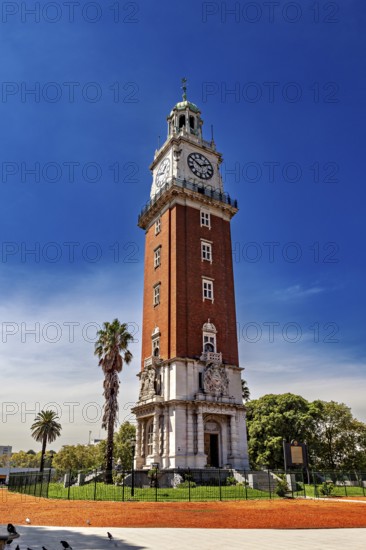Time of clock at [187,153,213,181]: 1:50
